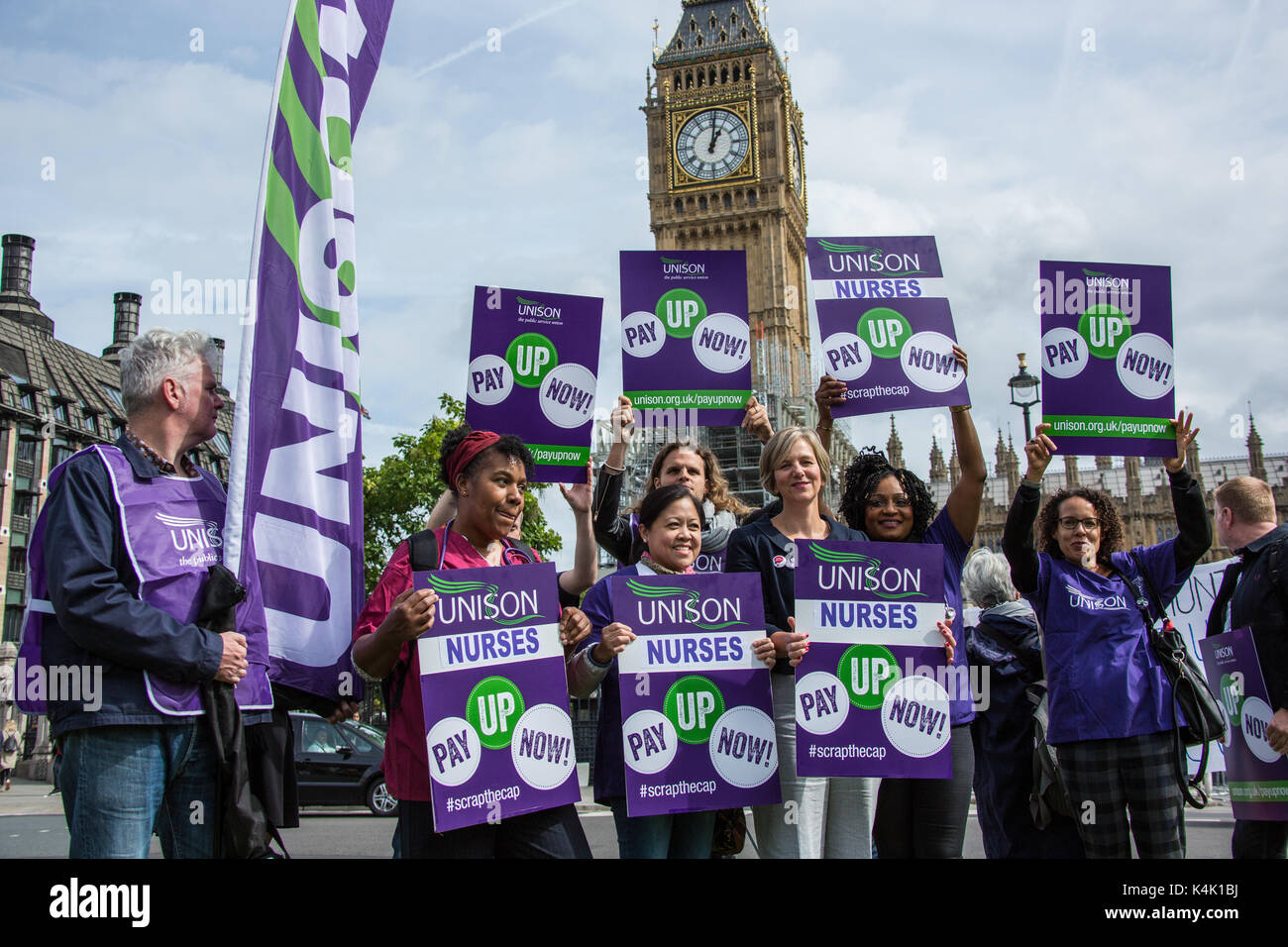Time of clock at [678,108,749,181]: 1:01
